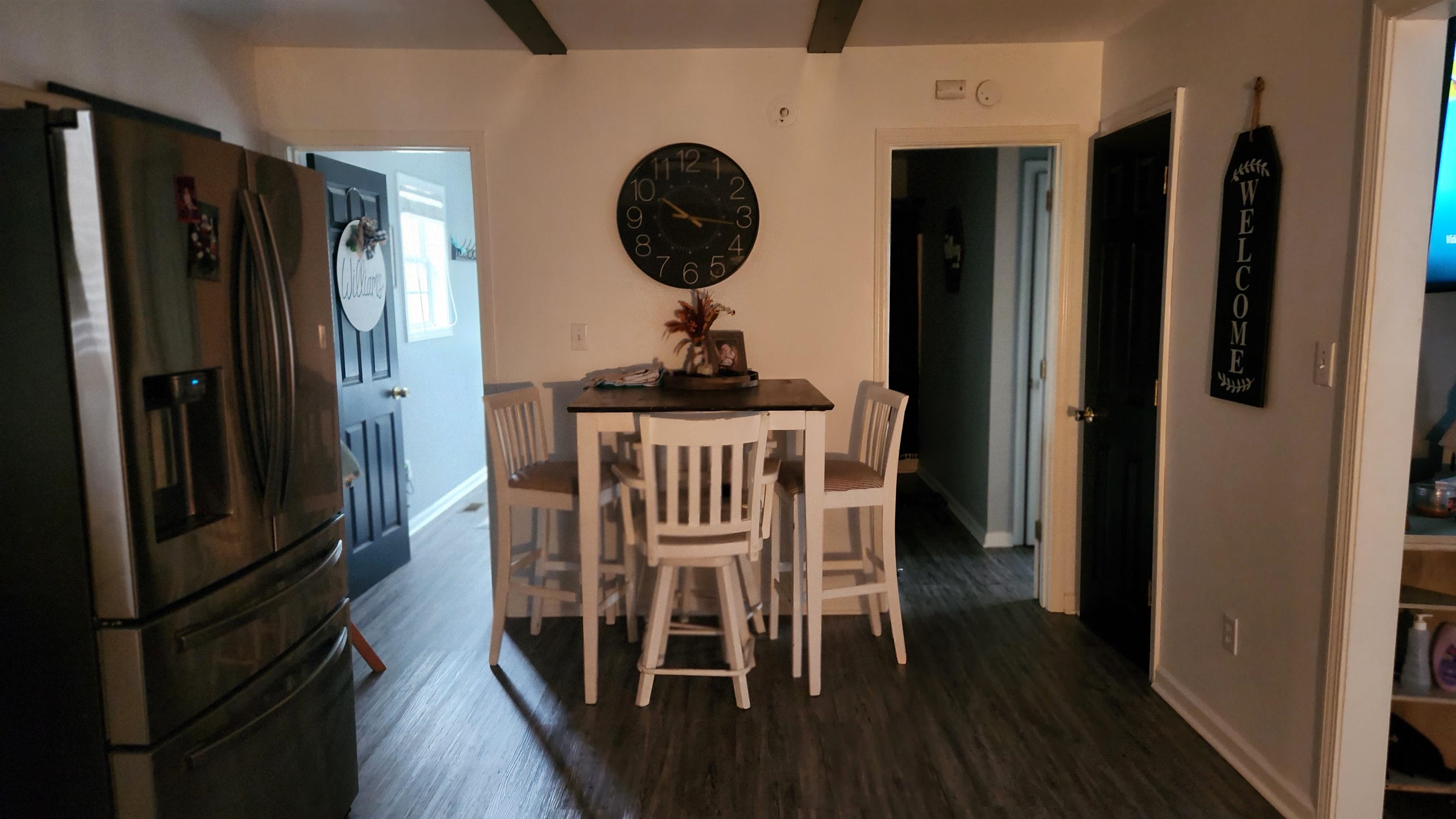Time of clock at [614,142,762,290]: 10:16
